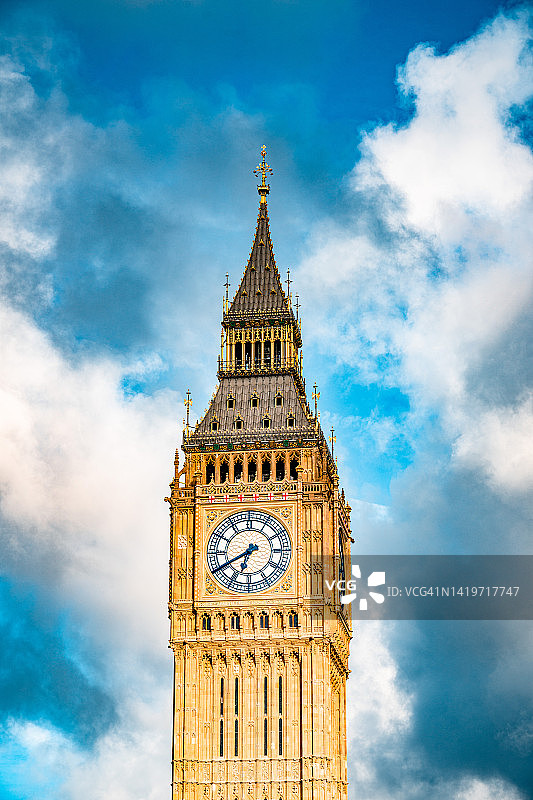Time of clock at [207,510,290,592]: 6:40
